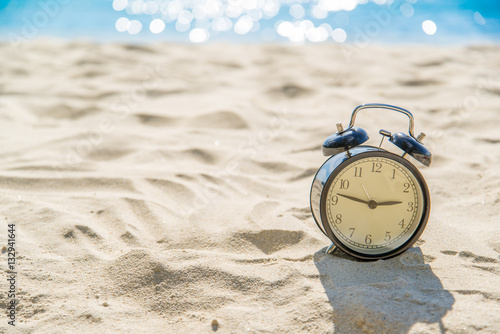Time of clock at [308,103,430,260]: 2:46
